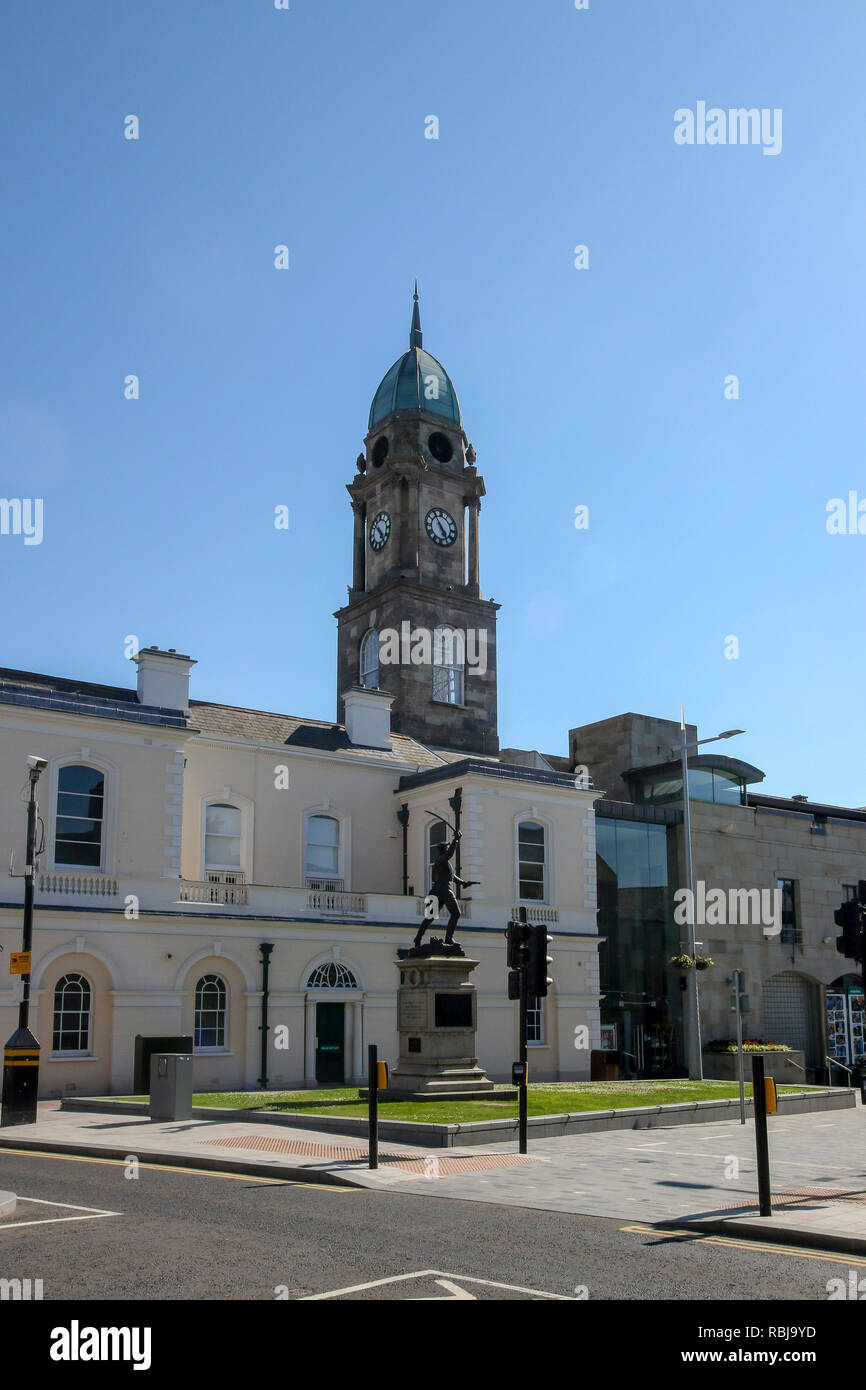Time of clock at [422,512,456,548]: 4:54
